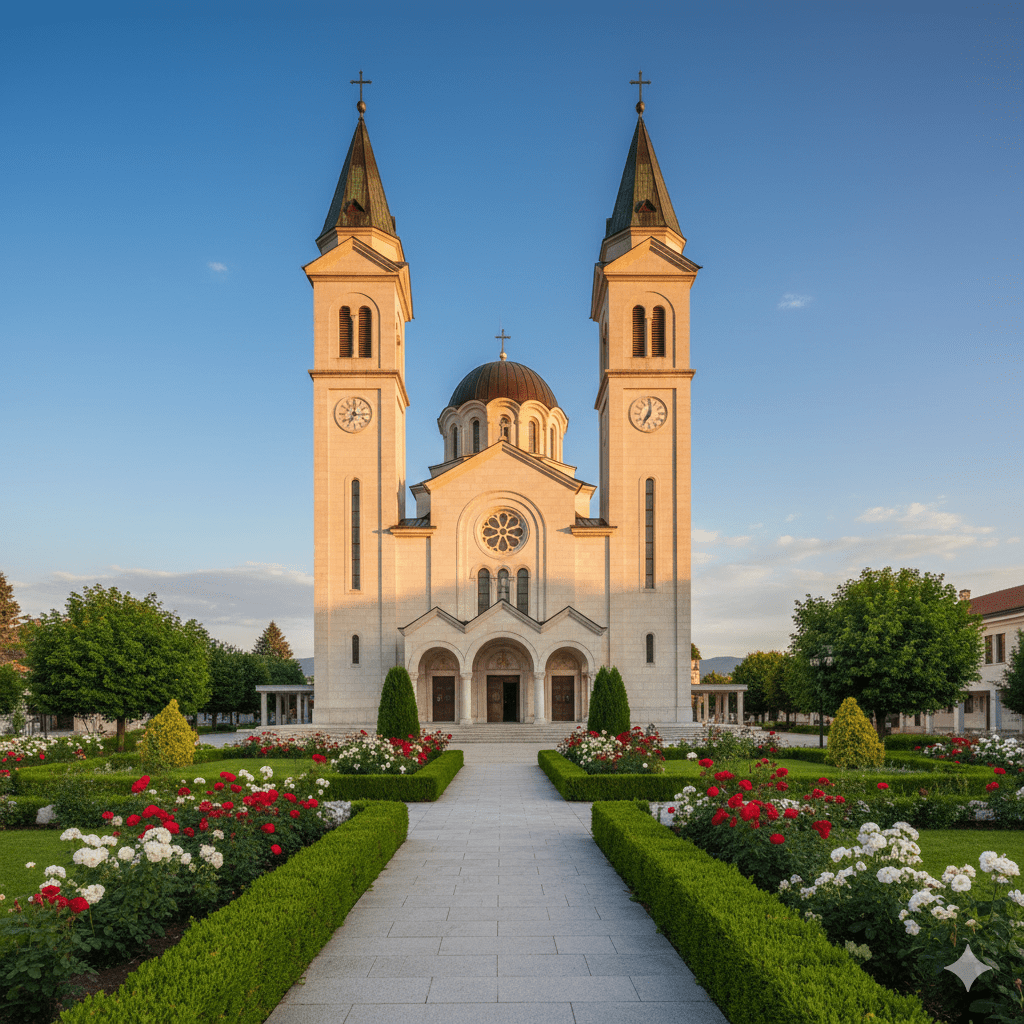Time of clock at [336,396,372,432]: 7:00
